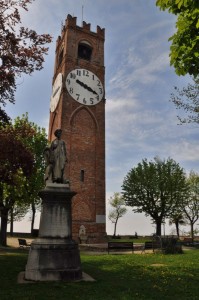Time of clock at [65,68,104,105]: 3:48
